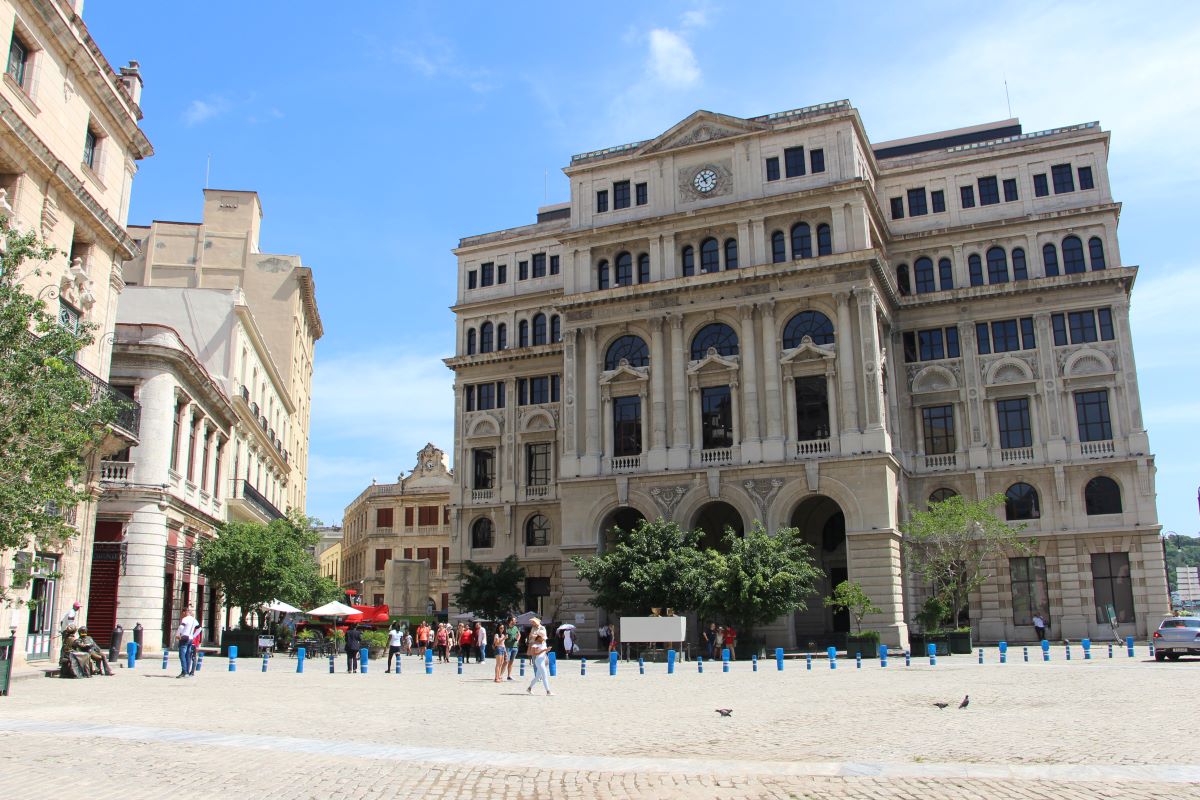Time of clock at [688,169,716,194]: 11:09
